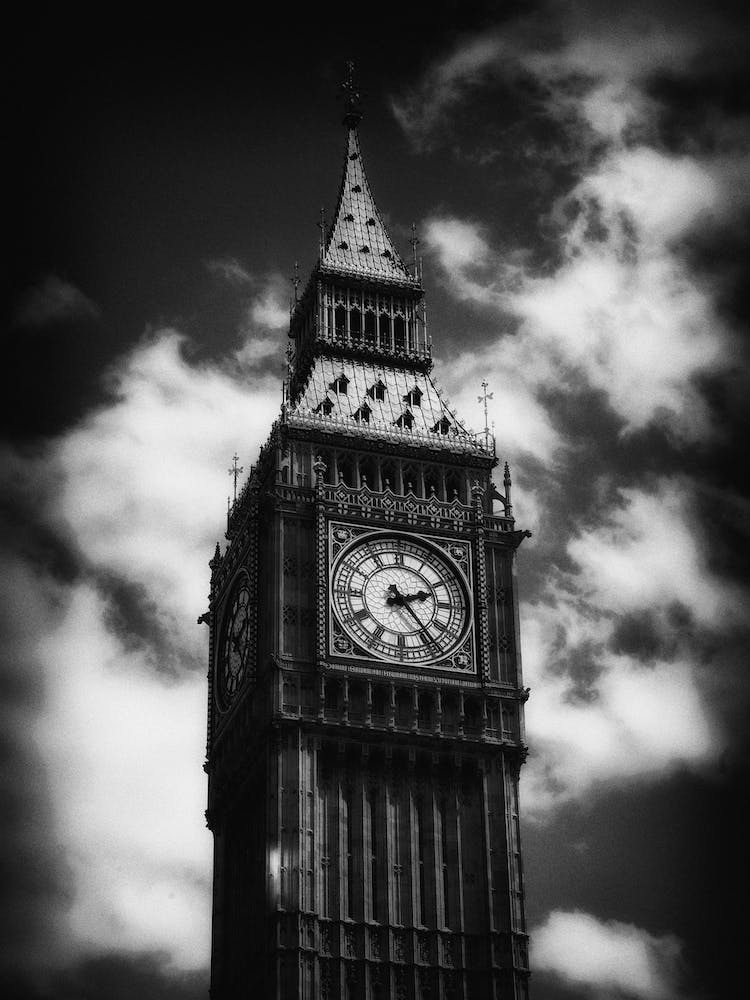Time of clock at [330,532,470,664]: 2:23
